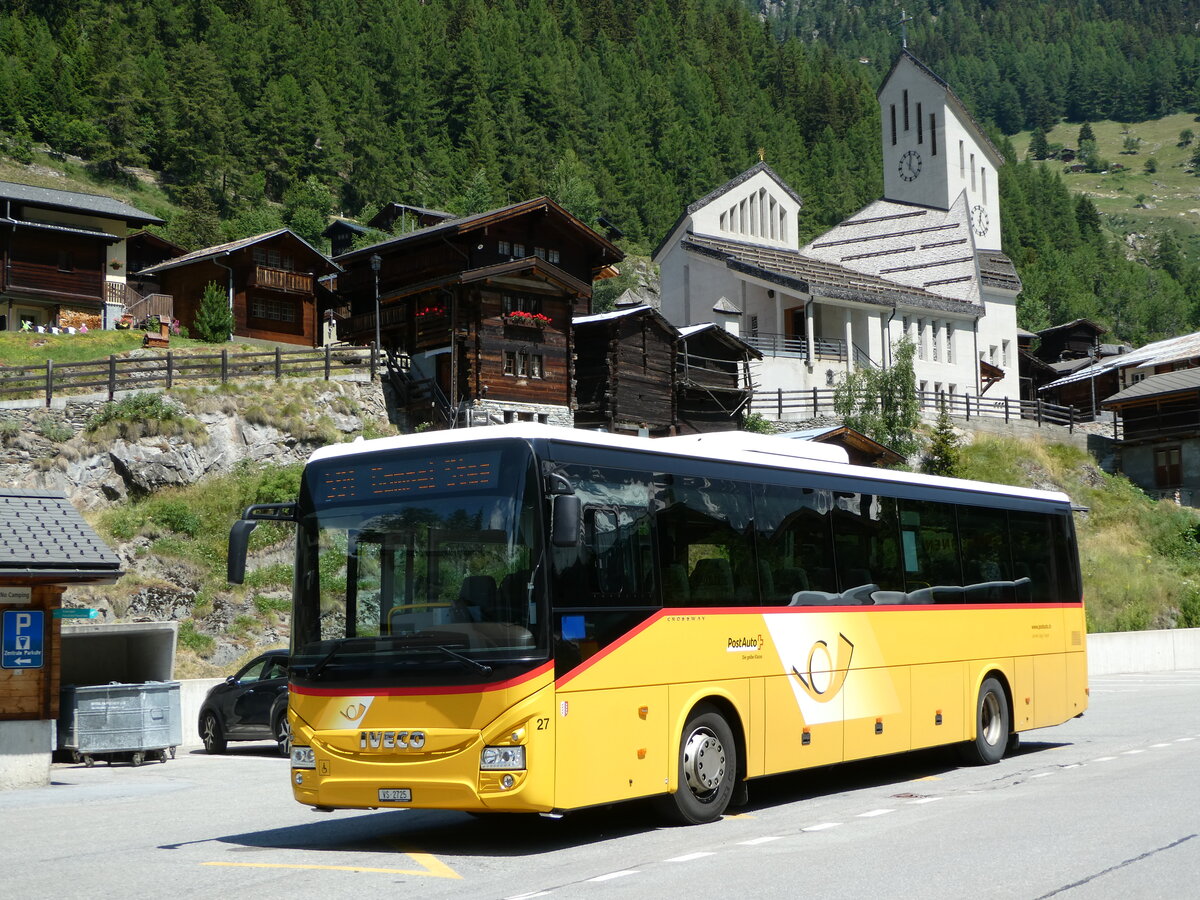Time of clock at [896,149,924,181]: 12:23
